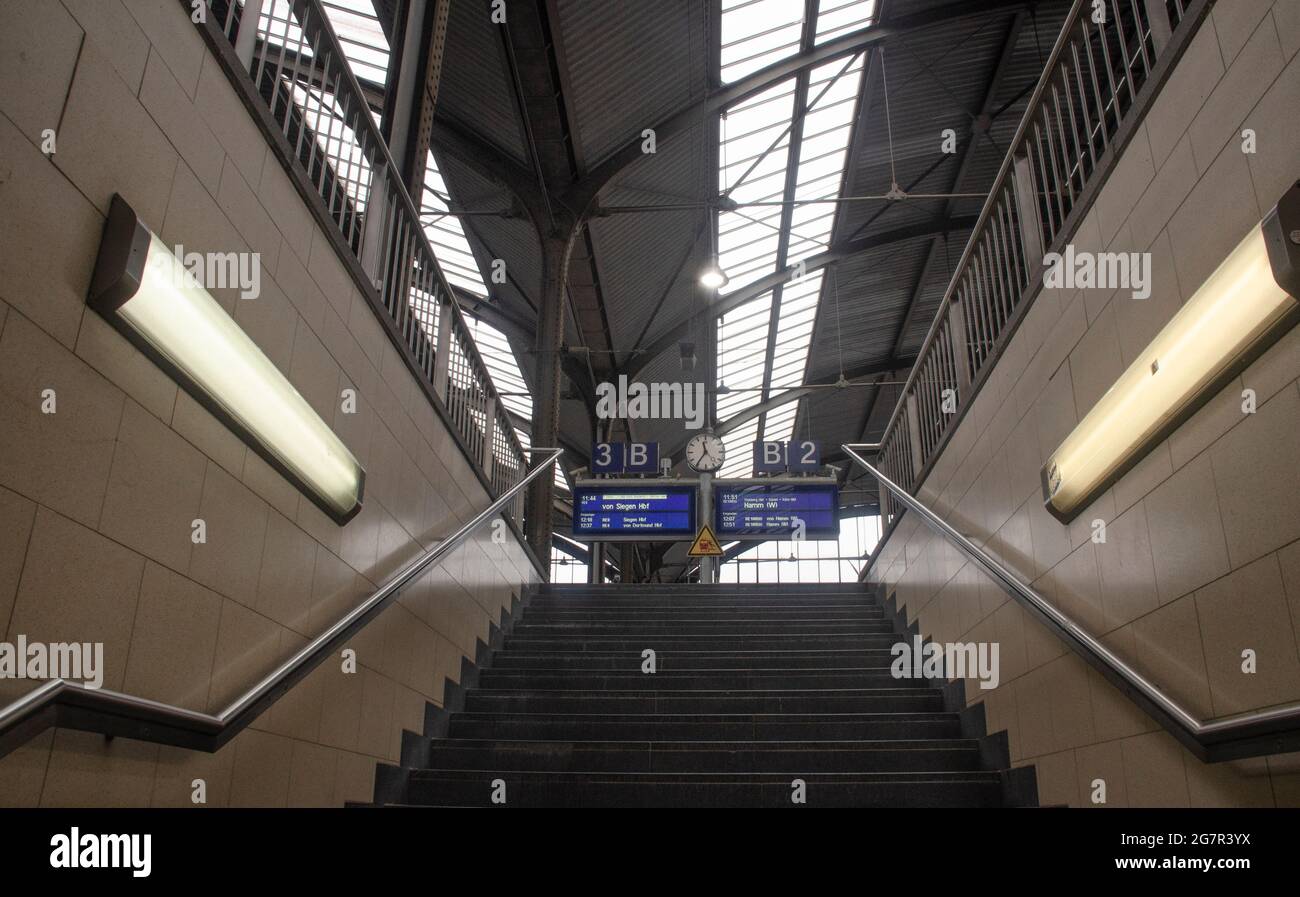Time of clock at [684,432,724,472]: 11:35
